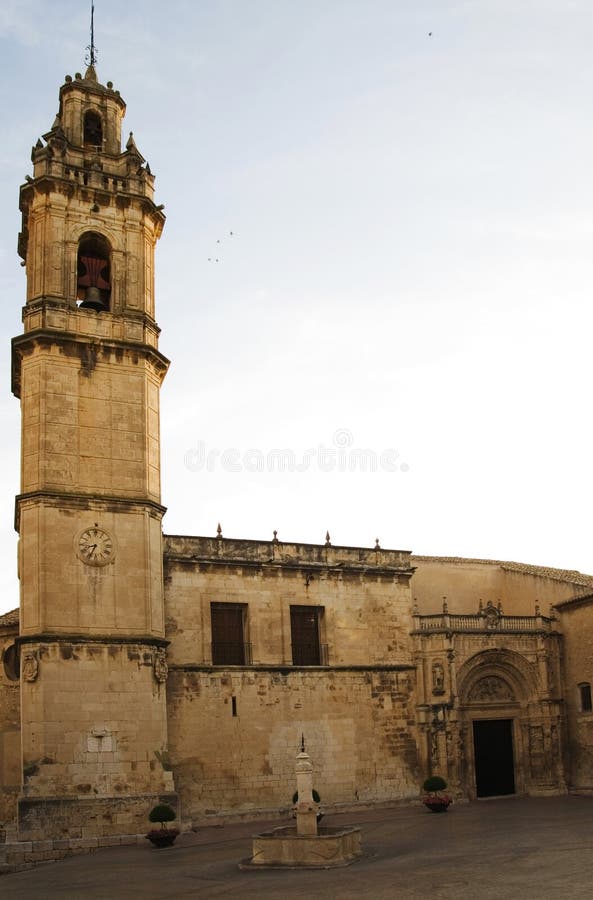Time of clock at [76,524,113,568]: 8:34
